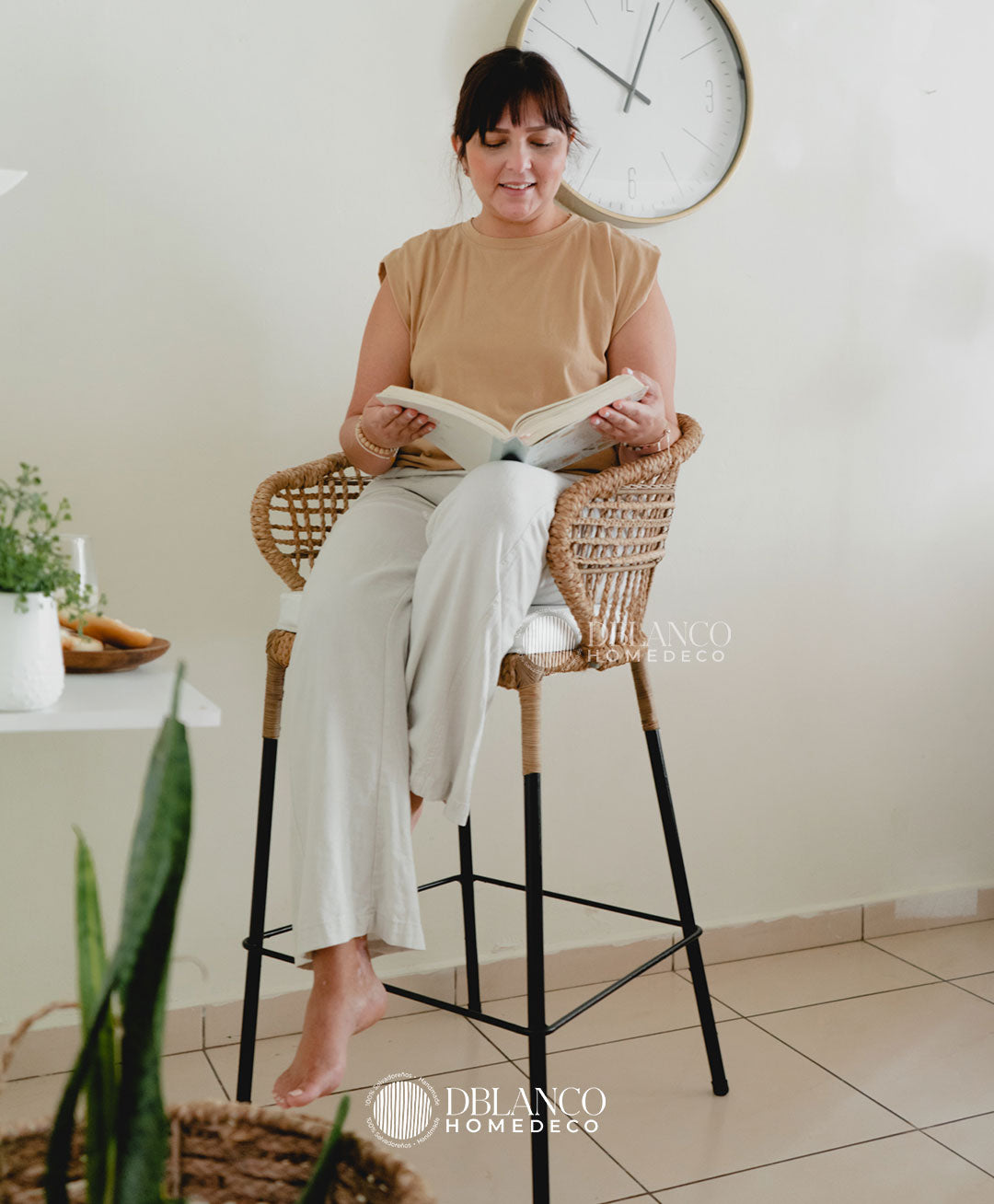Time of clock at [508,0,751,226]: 10:03
